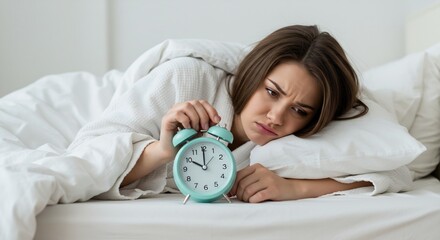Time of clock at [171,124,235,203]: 10:00
